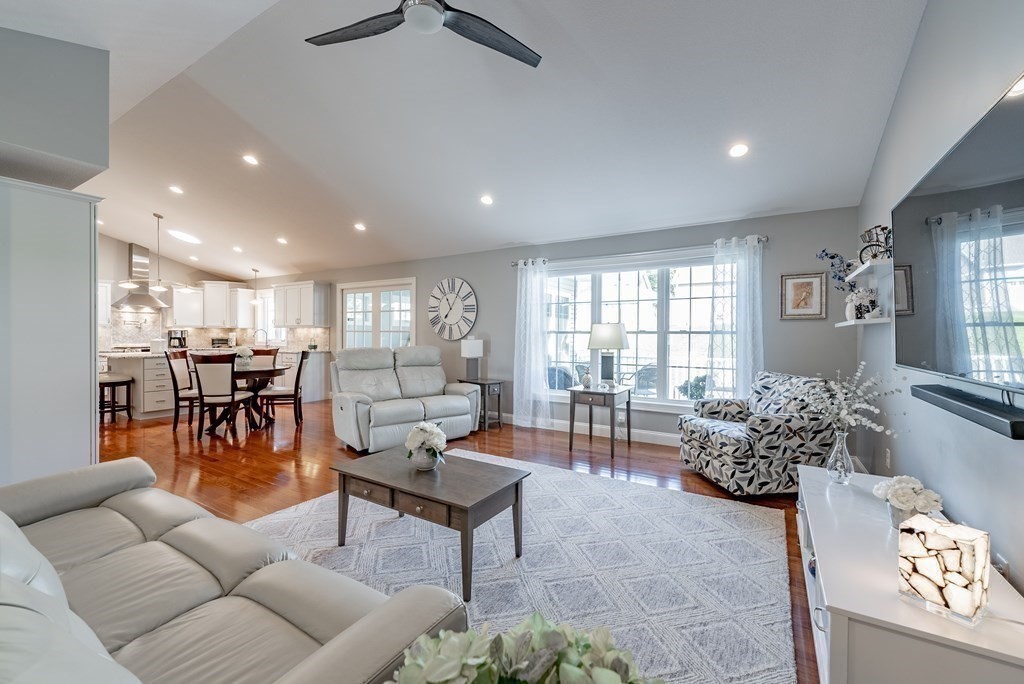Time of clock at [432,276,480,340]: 11:05
